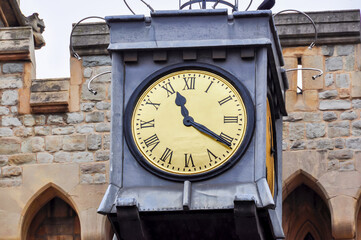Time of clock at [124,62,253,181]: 11:20
